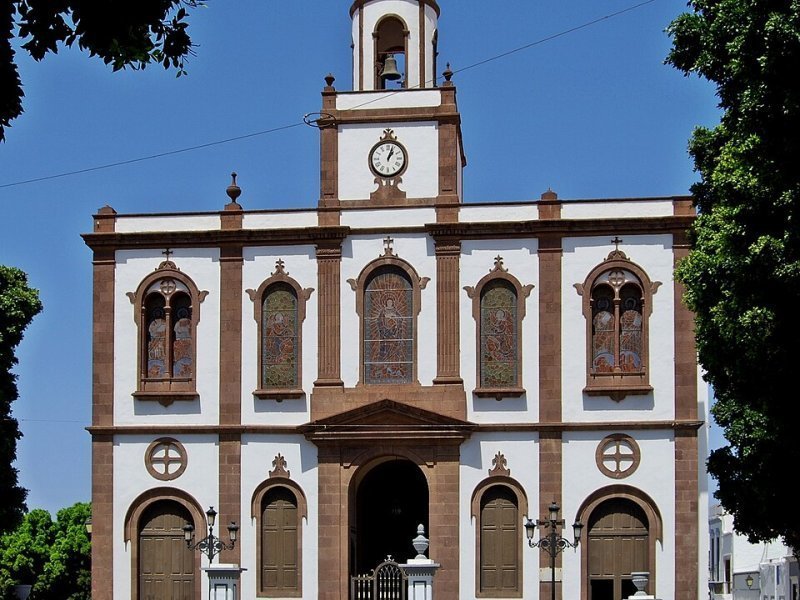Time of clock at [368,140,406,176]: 1:03
